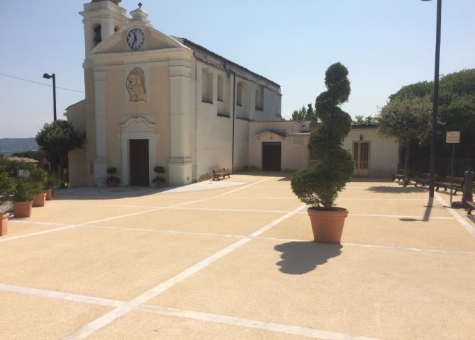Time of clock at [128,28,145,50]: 11:35
